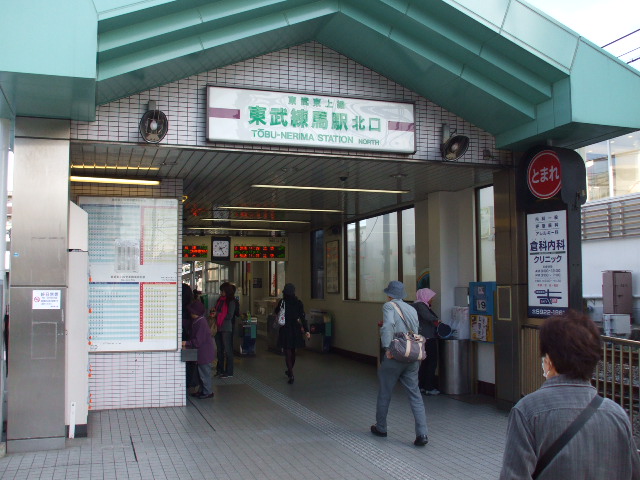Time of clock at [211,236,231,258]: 2:24
